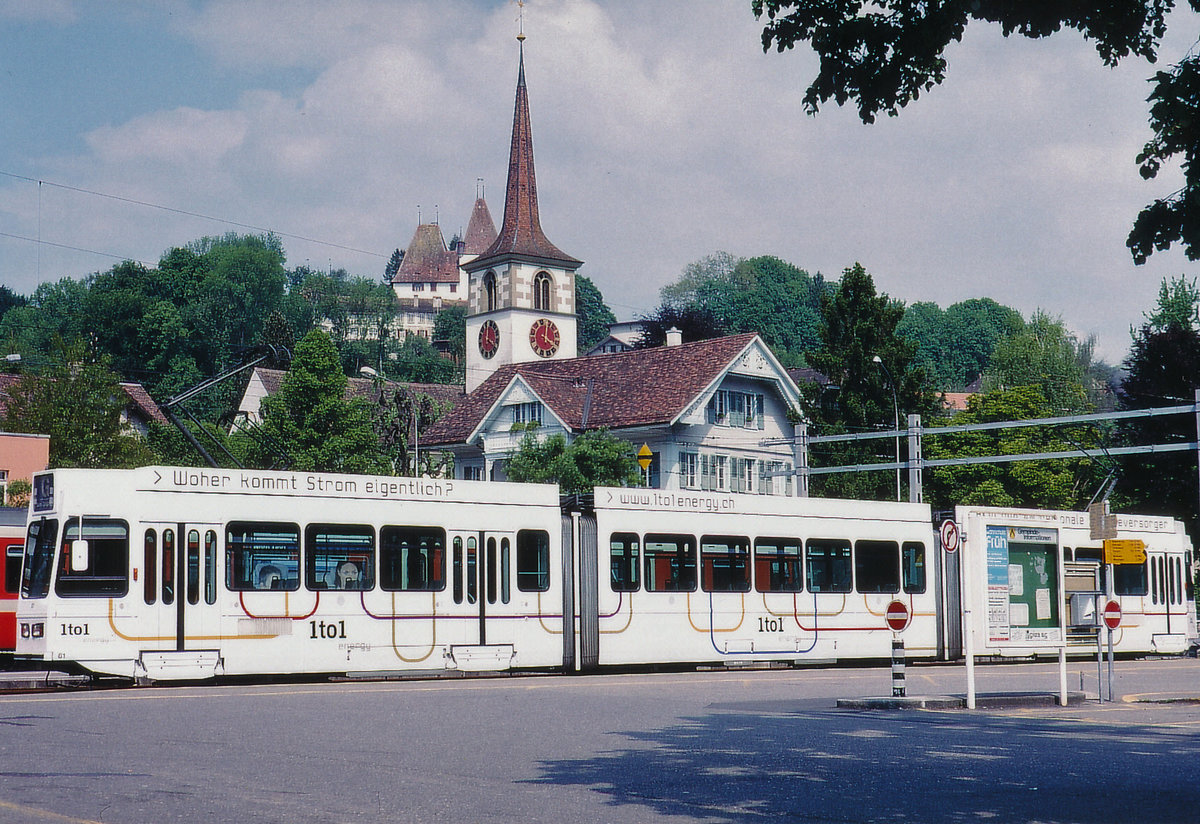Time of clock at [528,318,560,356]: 4:00
